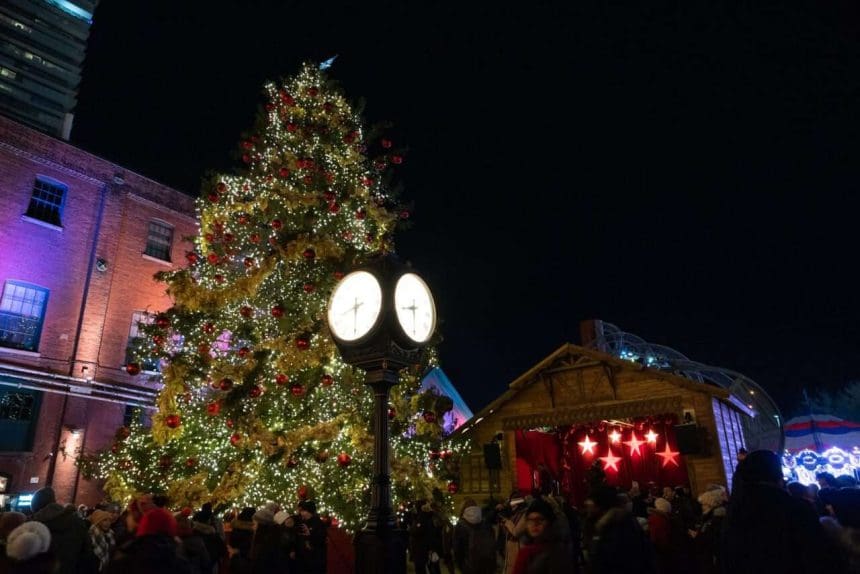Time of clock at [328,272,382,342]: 8:30
